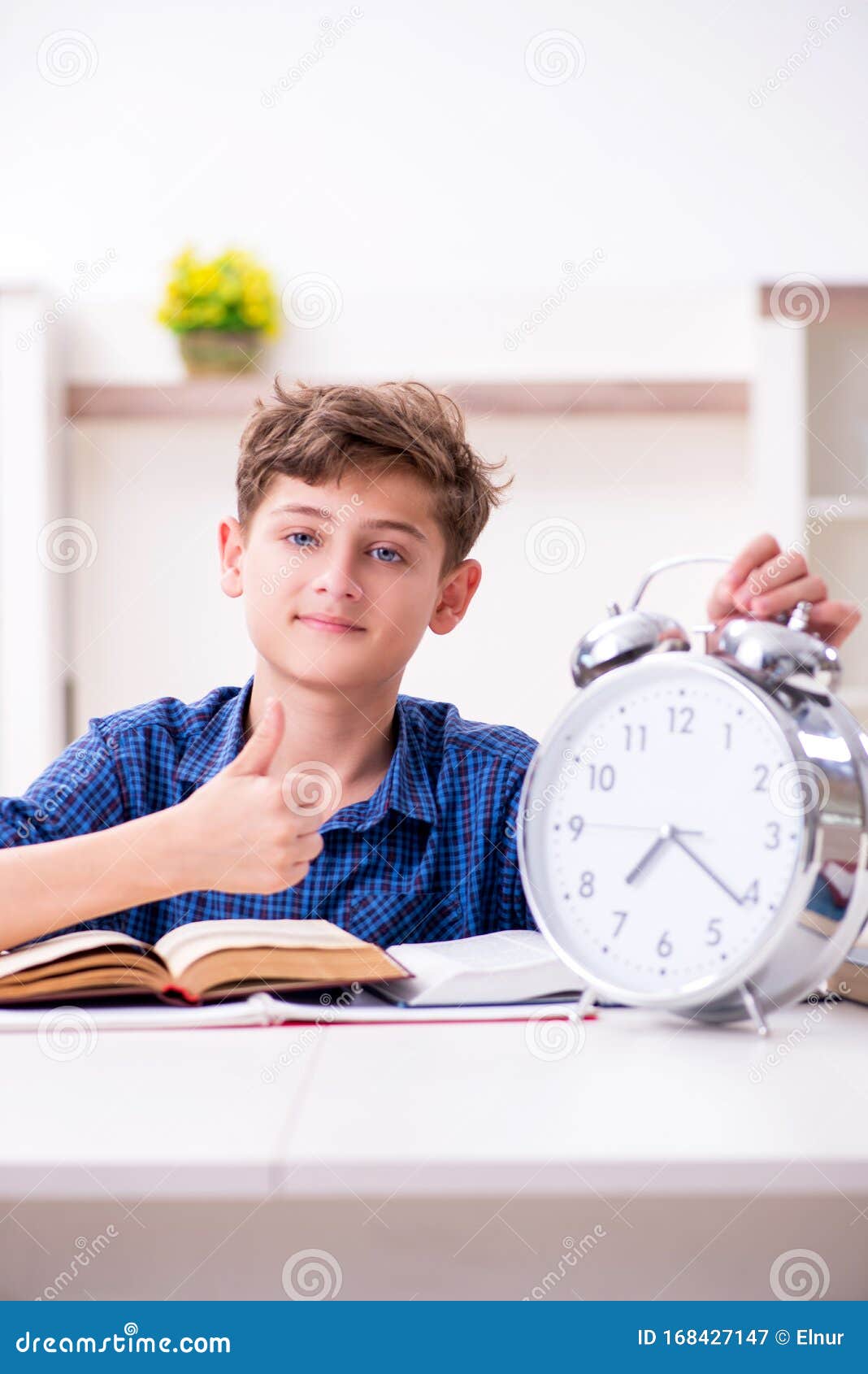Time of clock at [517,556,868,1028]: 7:21
